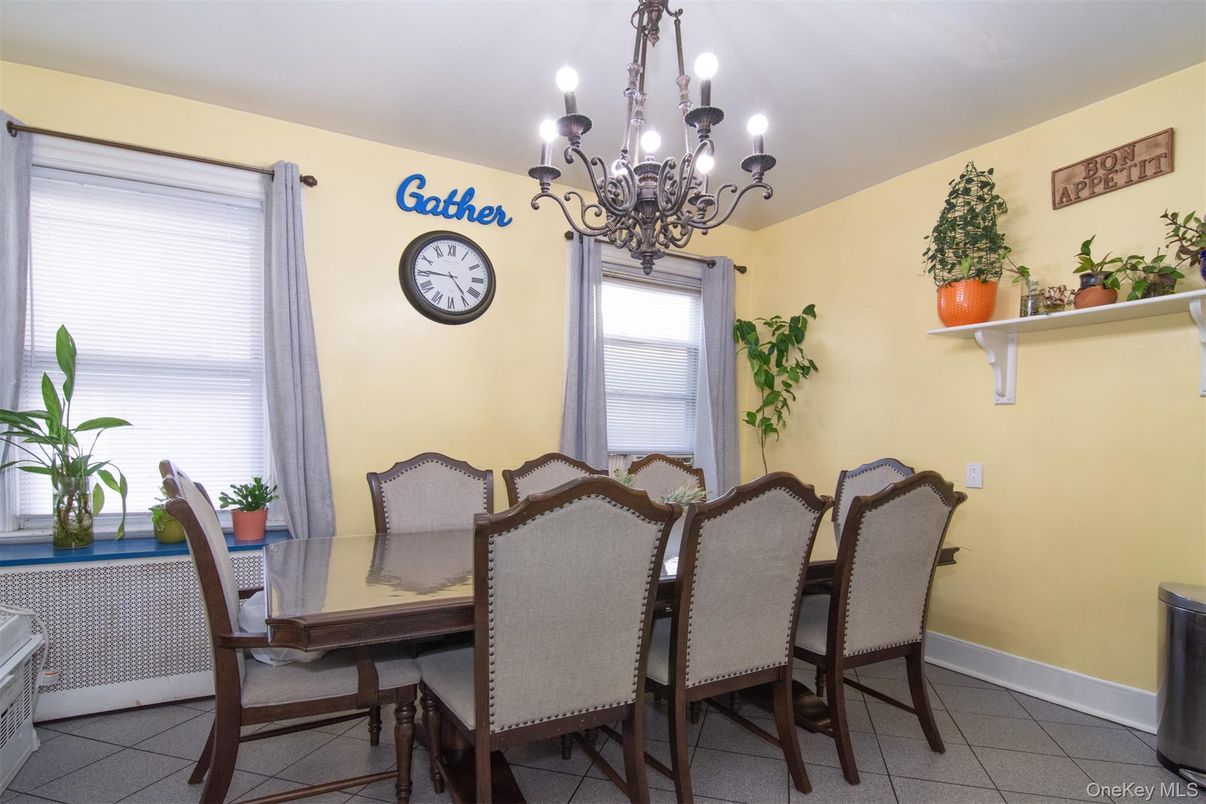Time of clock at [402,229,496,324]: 4:45
